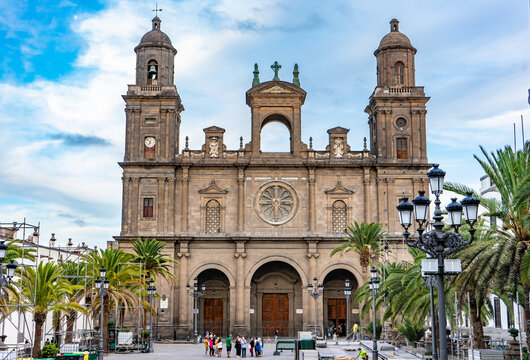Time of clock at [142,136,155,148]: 6:52
